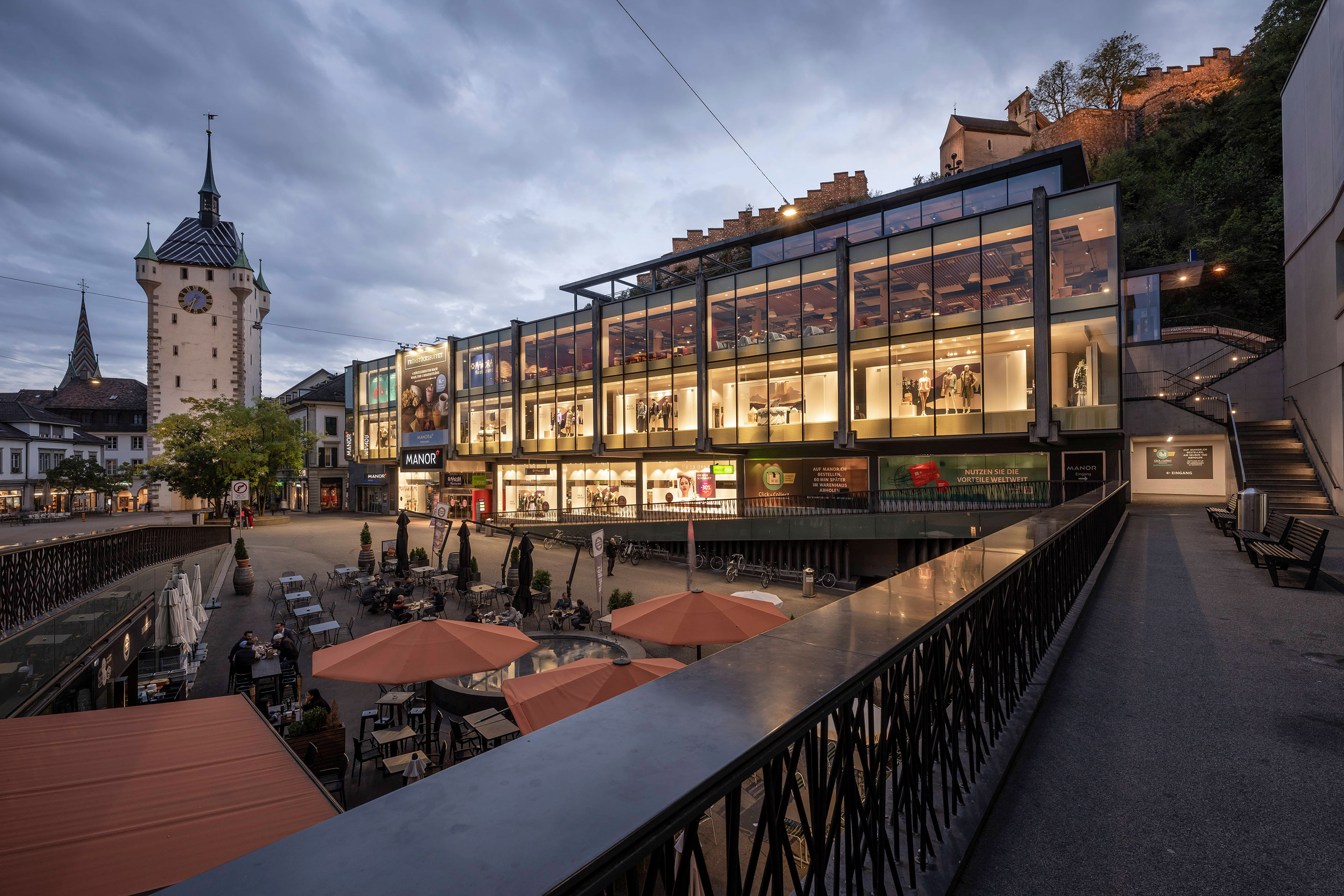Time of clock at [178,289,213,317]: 7:34
